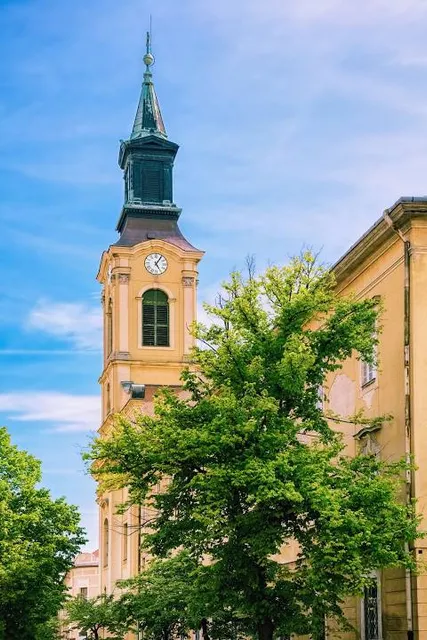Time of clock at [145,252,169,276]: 5:05
